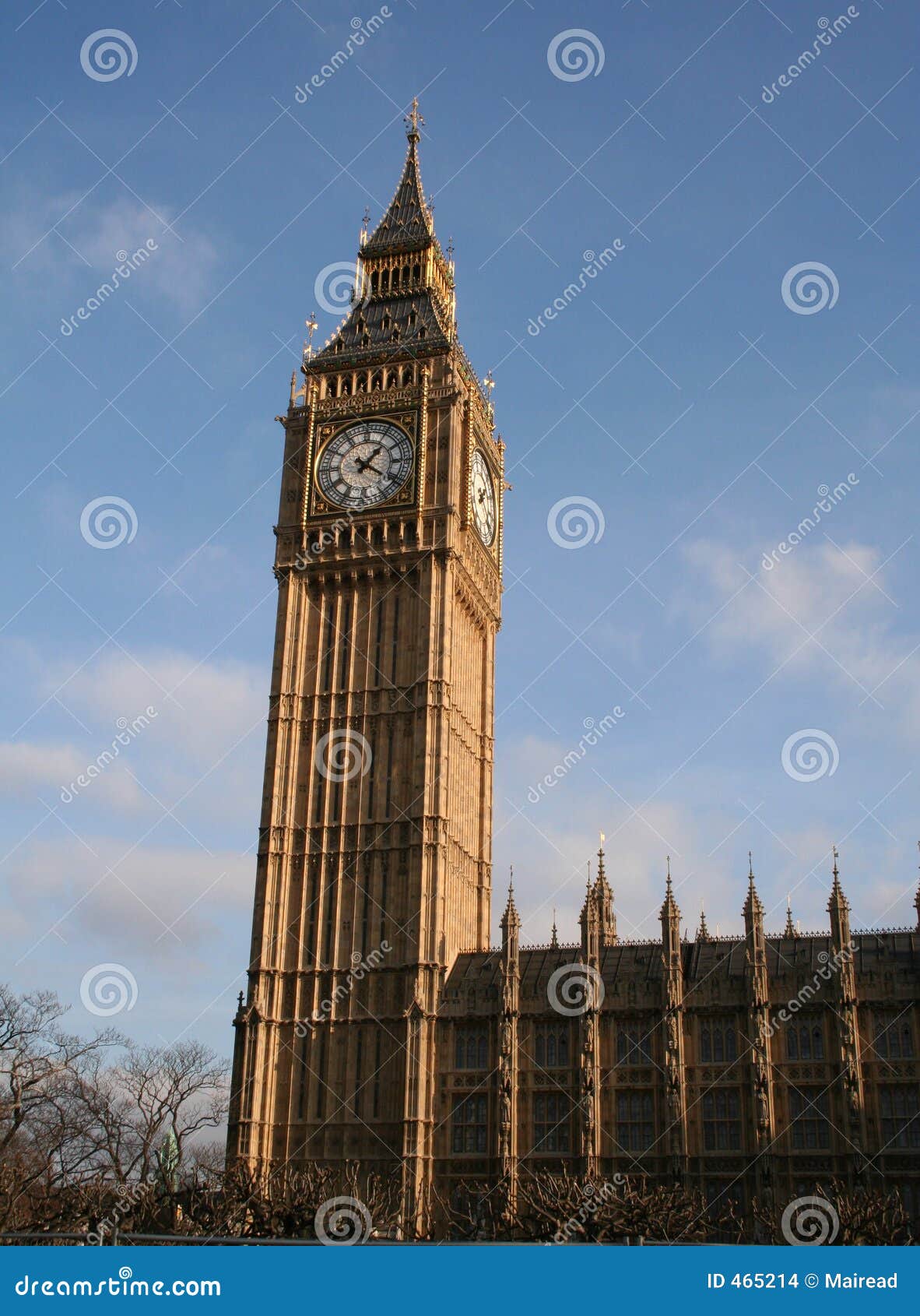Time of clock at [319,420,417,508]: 1:20
